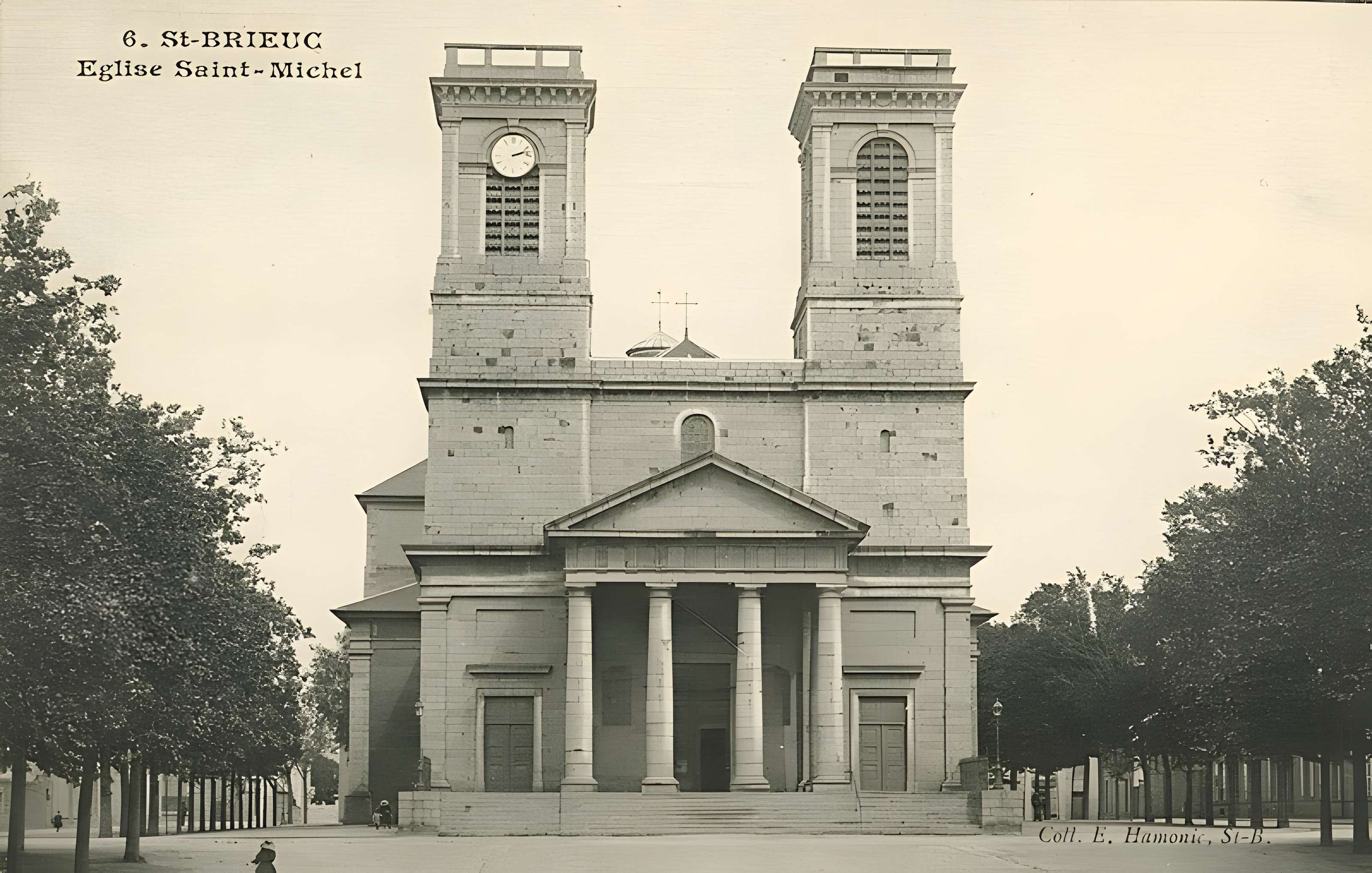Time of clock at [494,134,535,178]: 2:12
